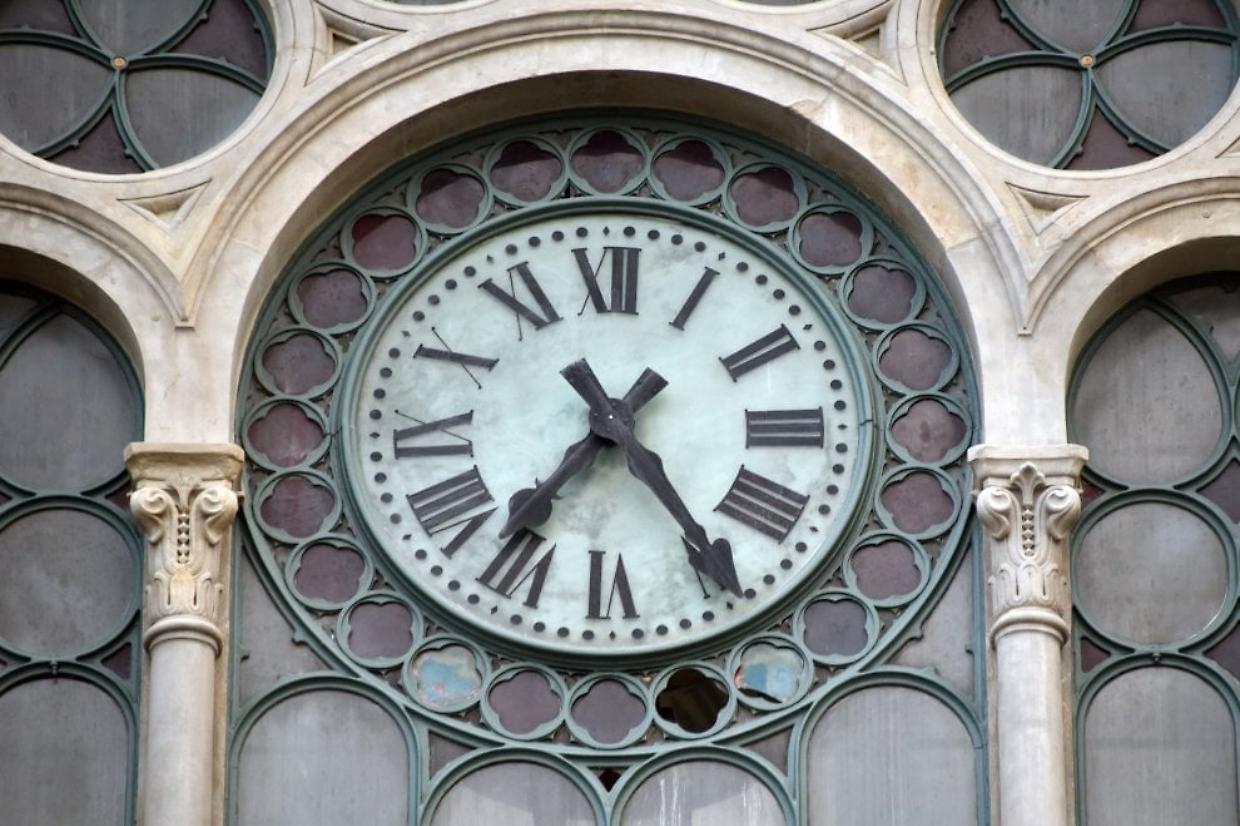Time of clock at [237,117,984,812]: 7:24
